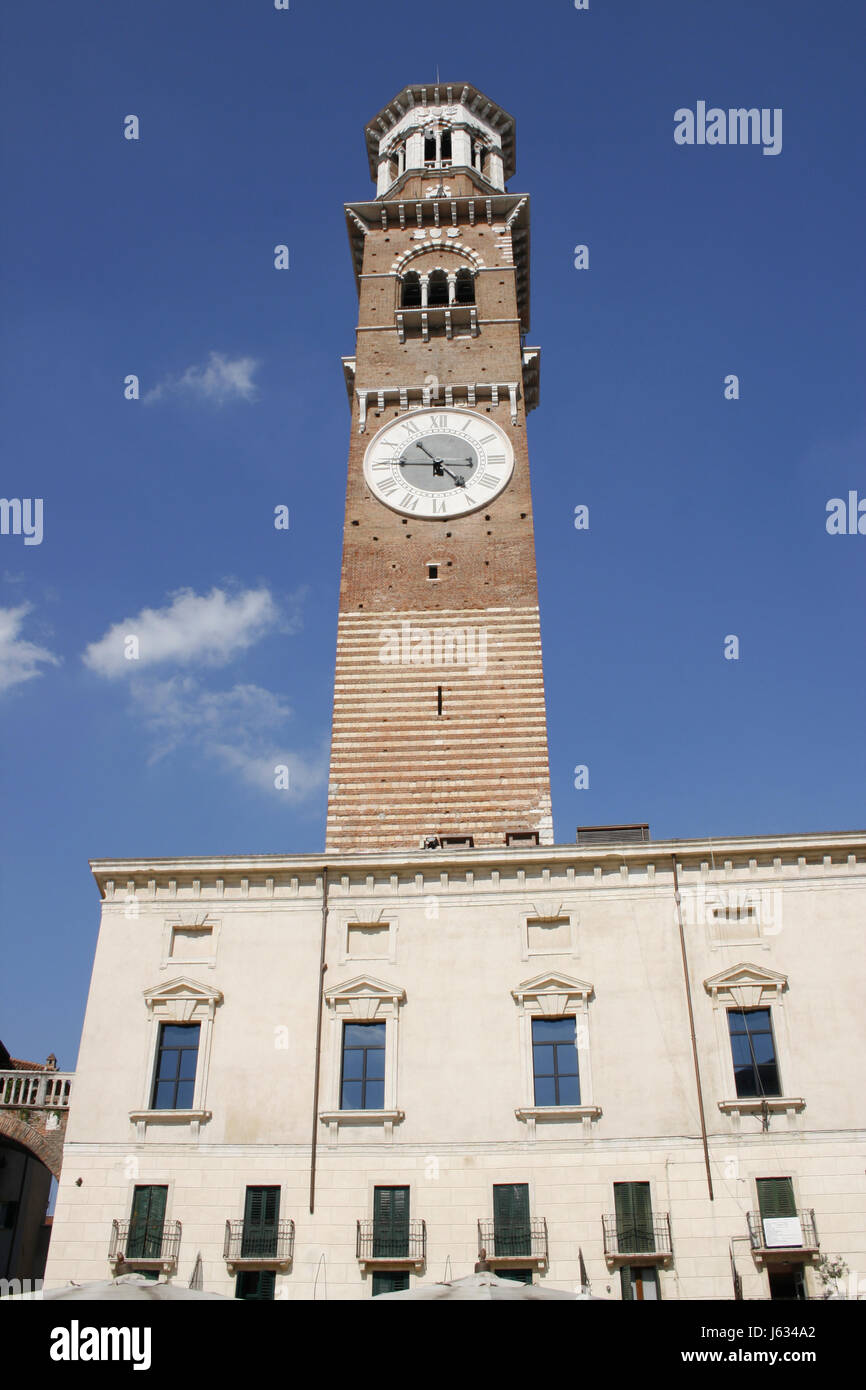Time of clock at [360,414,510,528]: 4:45
